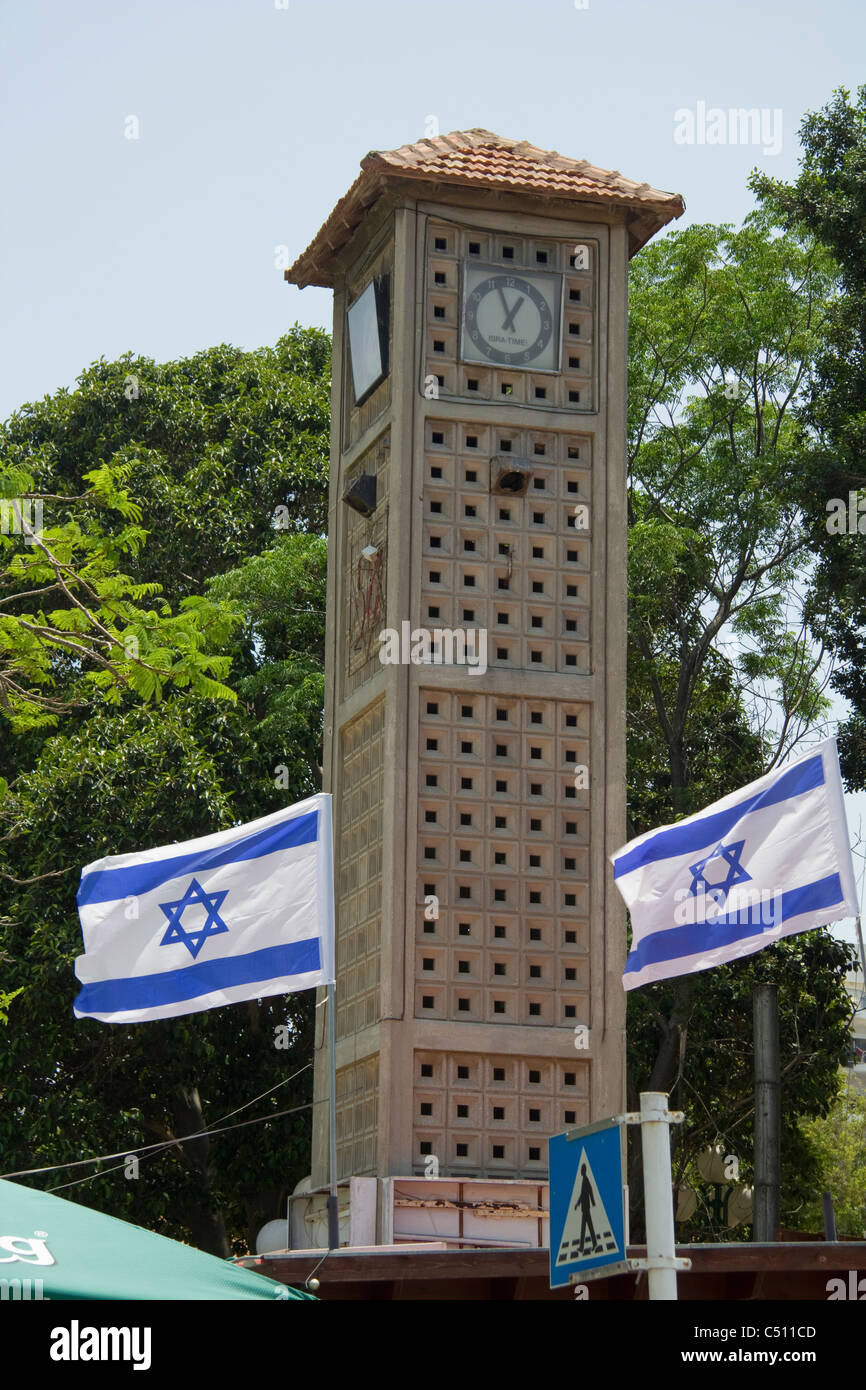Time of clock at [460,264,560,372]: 12:56
